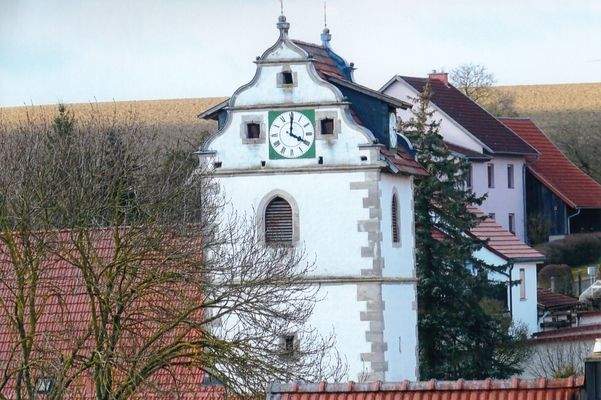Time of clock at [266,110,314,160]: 4:00
